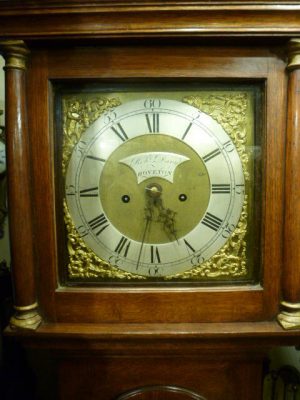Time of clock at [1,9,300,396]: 10:32
